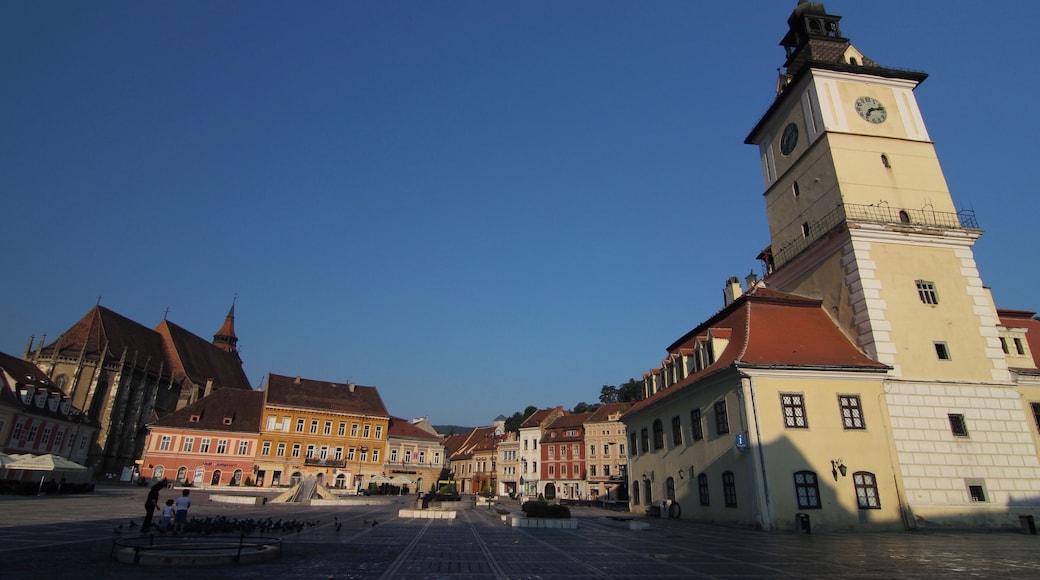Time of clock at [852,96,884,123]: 7:12
